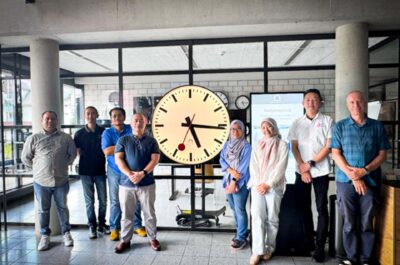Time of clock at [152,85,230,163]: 5:15
